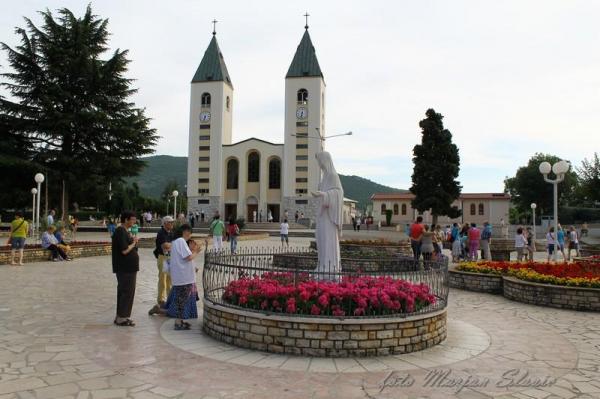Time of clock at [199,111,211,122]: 6:32
